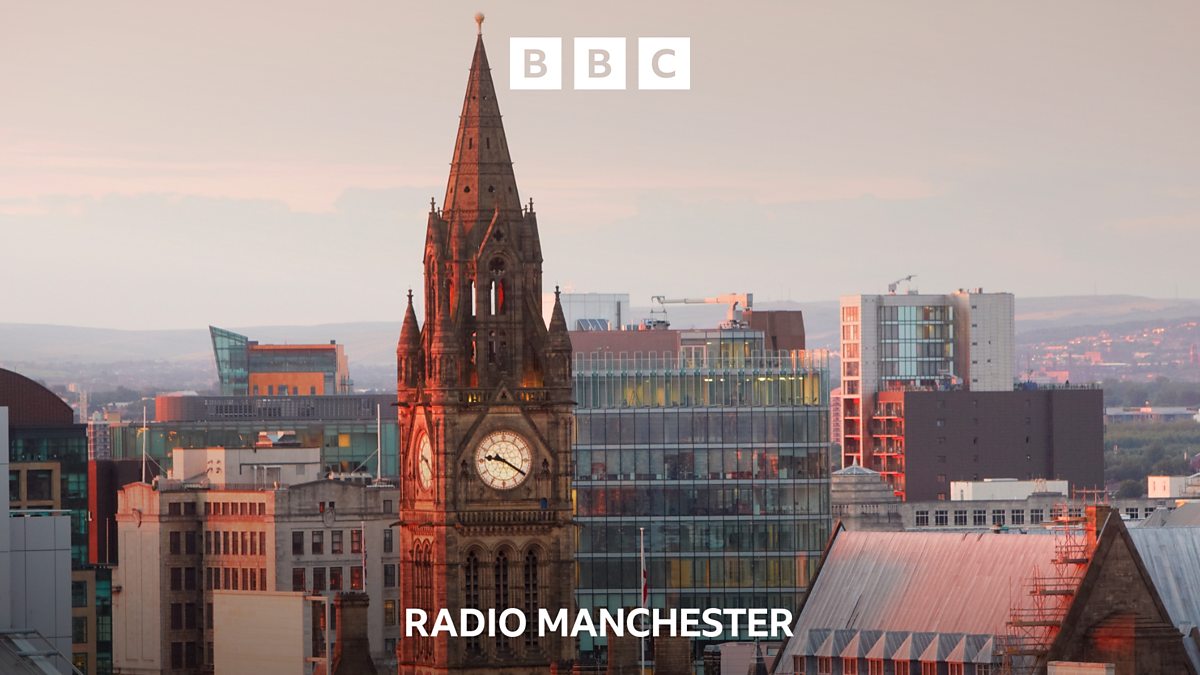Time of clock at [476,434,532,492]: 9:20
